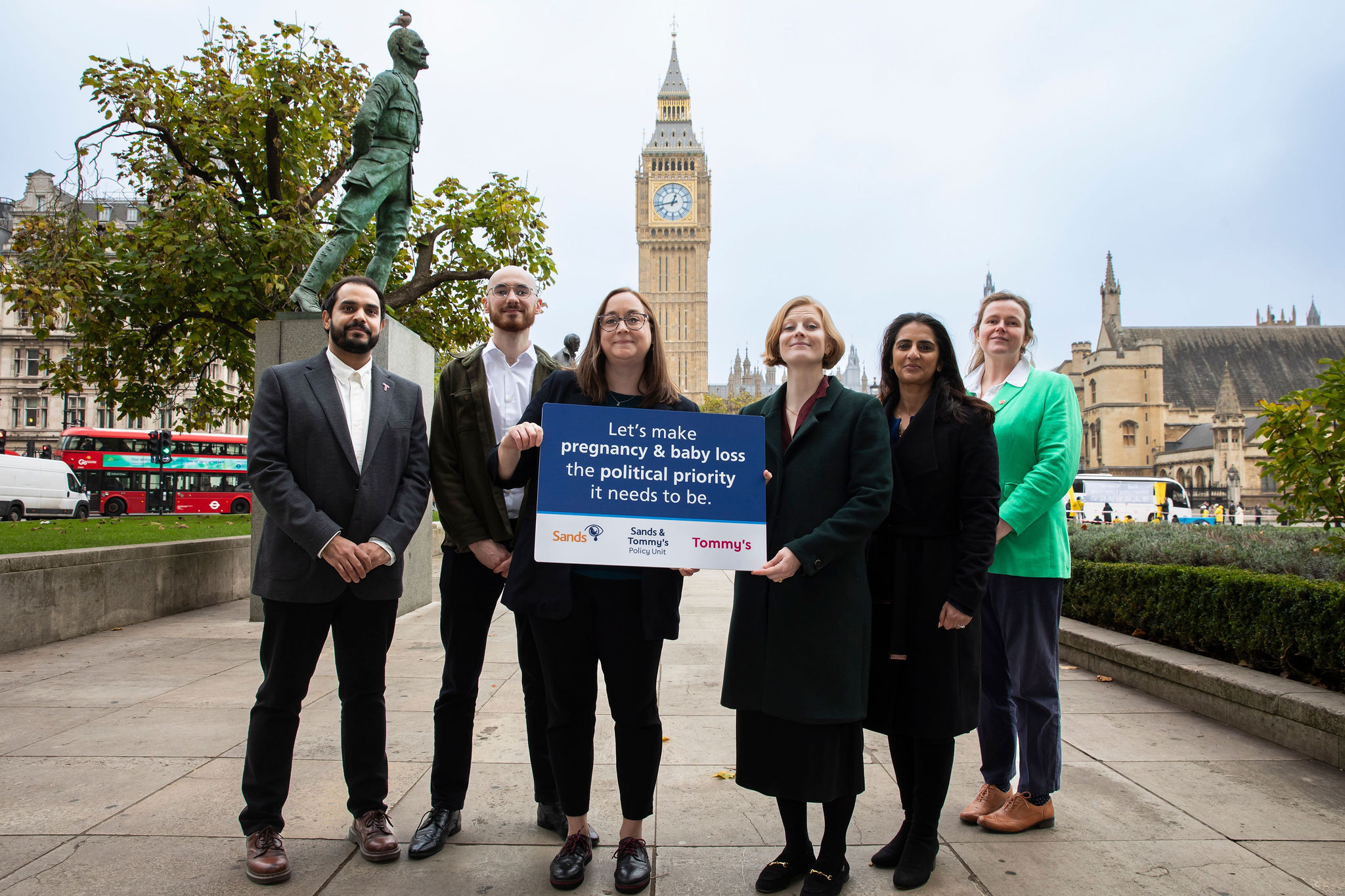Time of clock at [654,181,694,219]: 12:43
